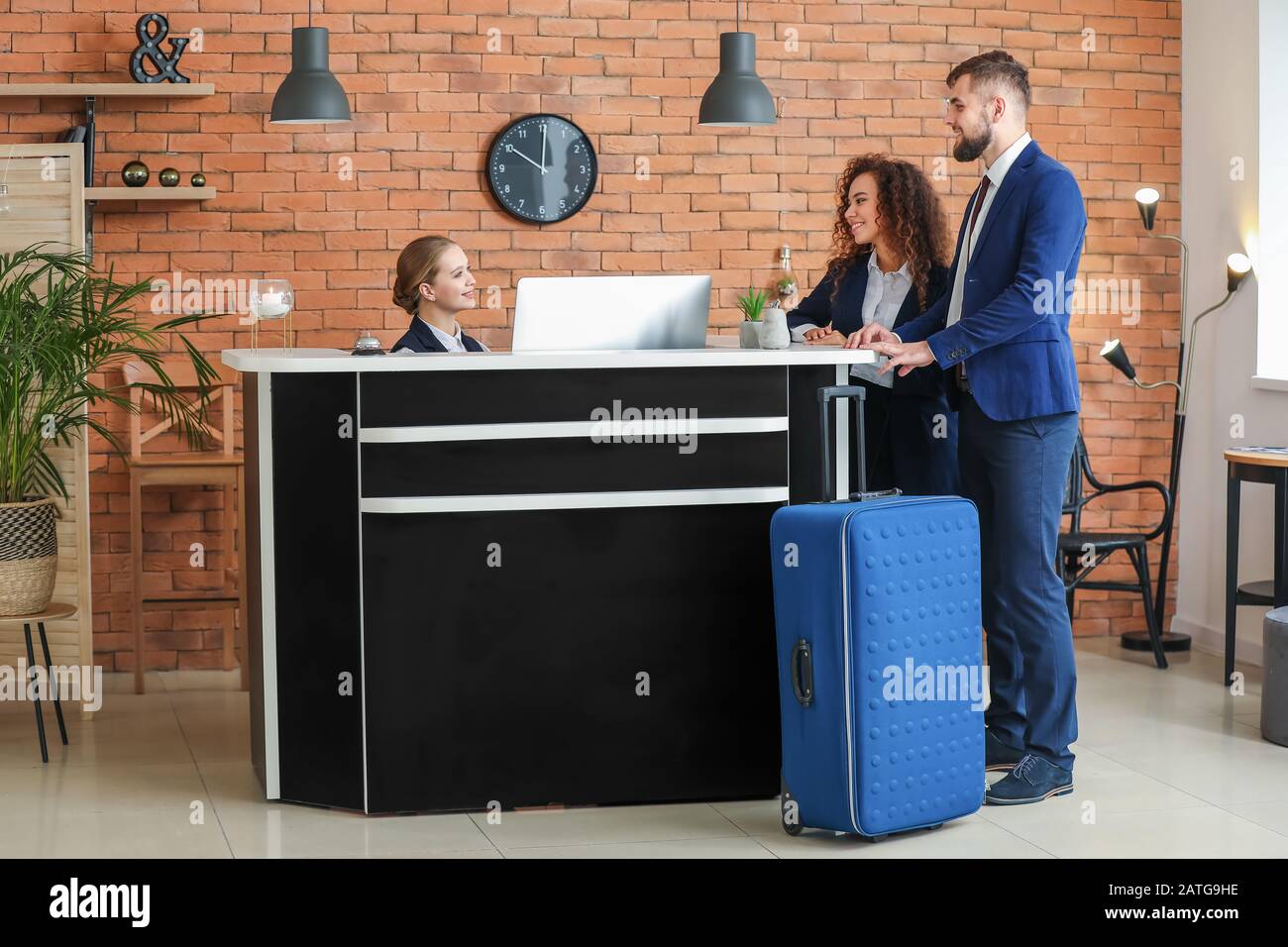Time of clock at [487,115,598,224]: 10:00
